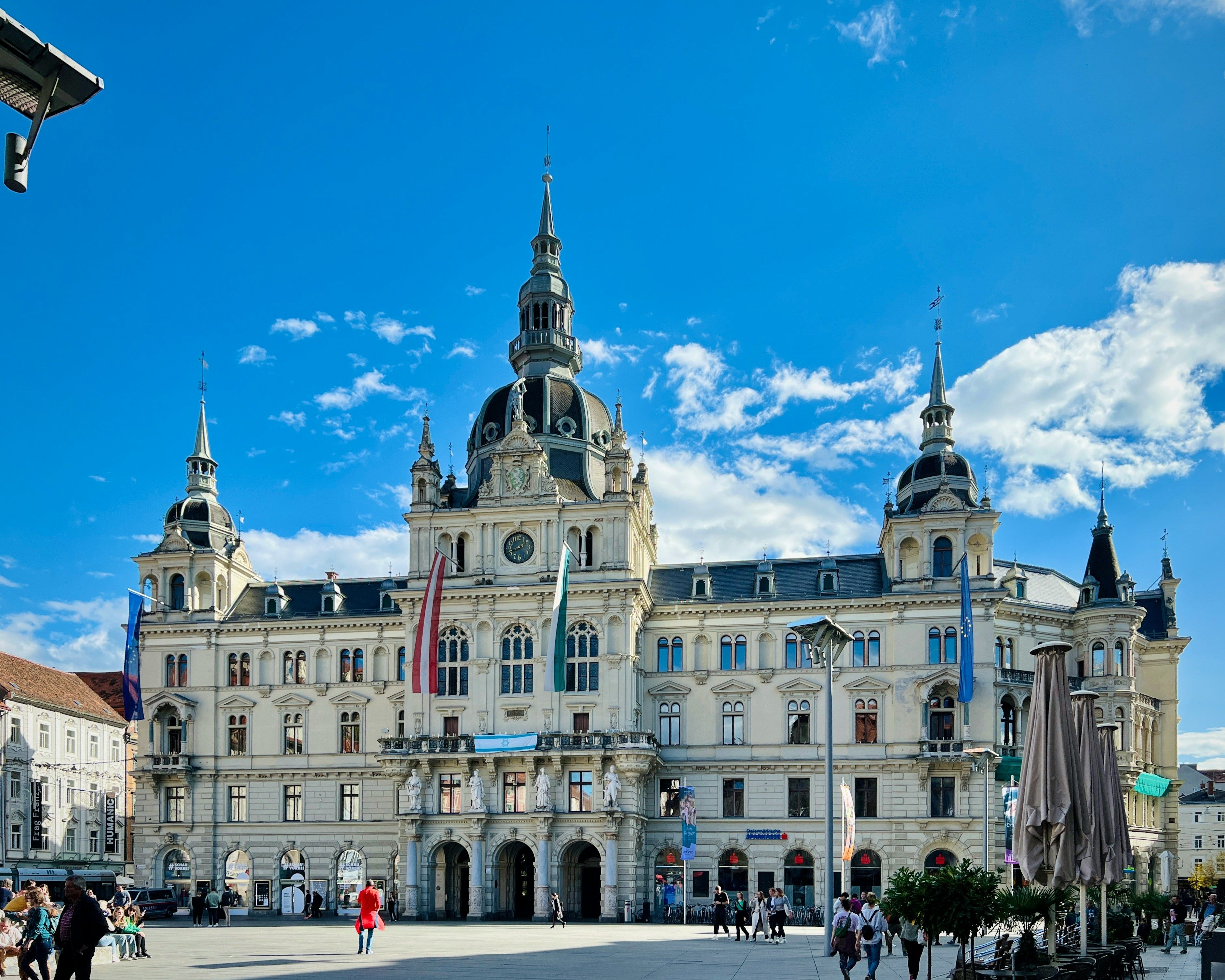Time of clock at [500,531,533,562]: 1:41
